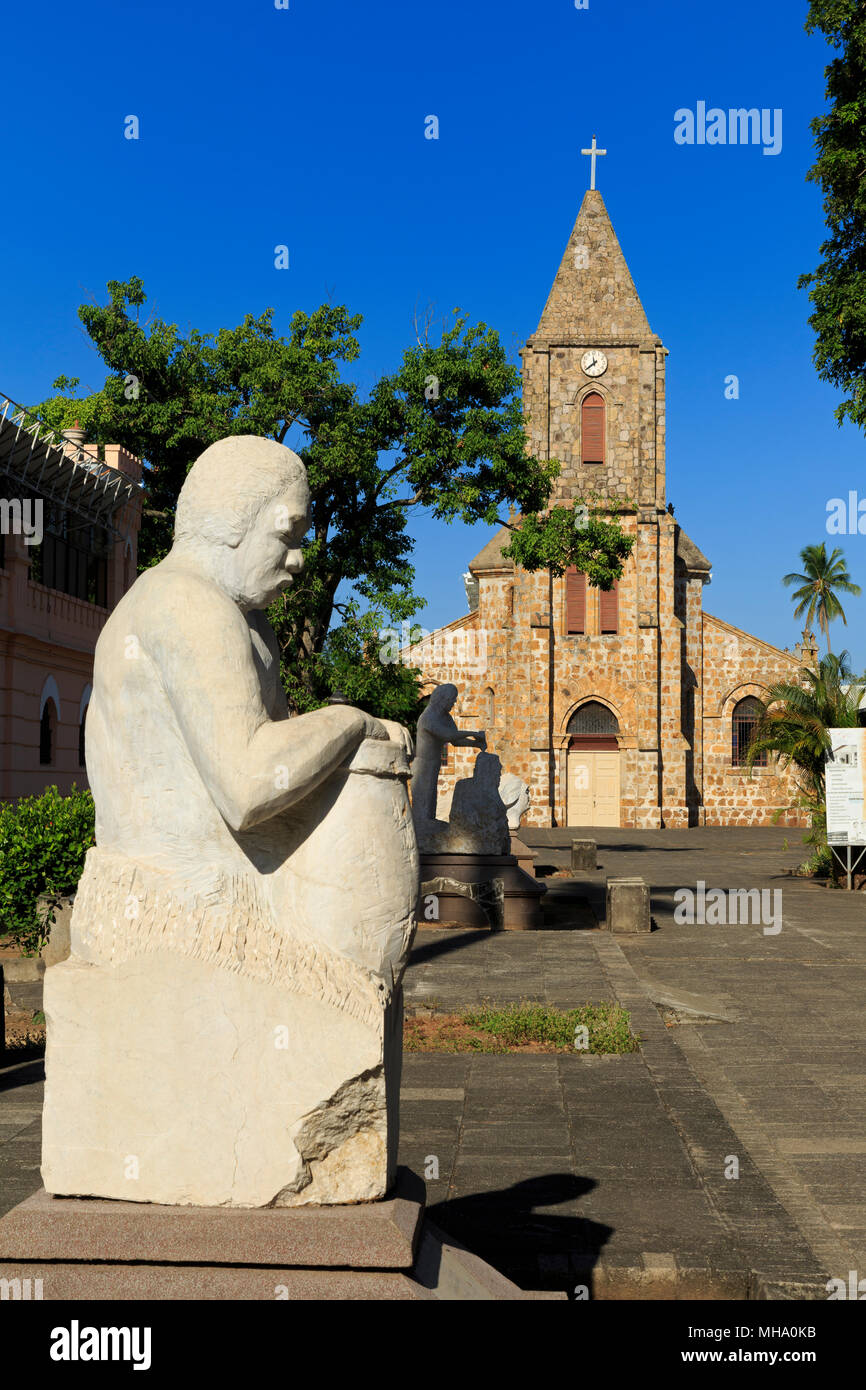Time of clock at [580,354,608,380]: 11:38
